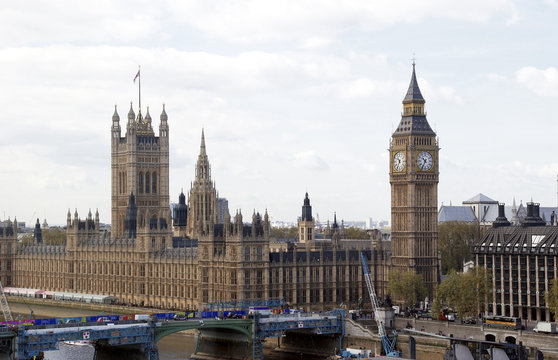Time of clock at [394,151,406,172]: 10:34
